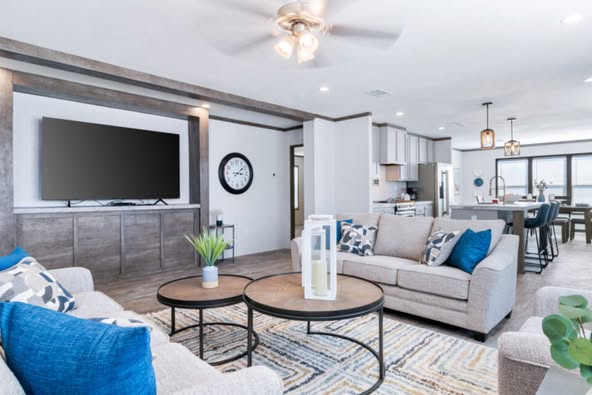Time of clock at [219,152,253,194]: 3:09
